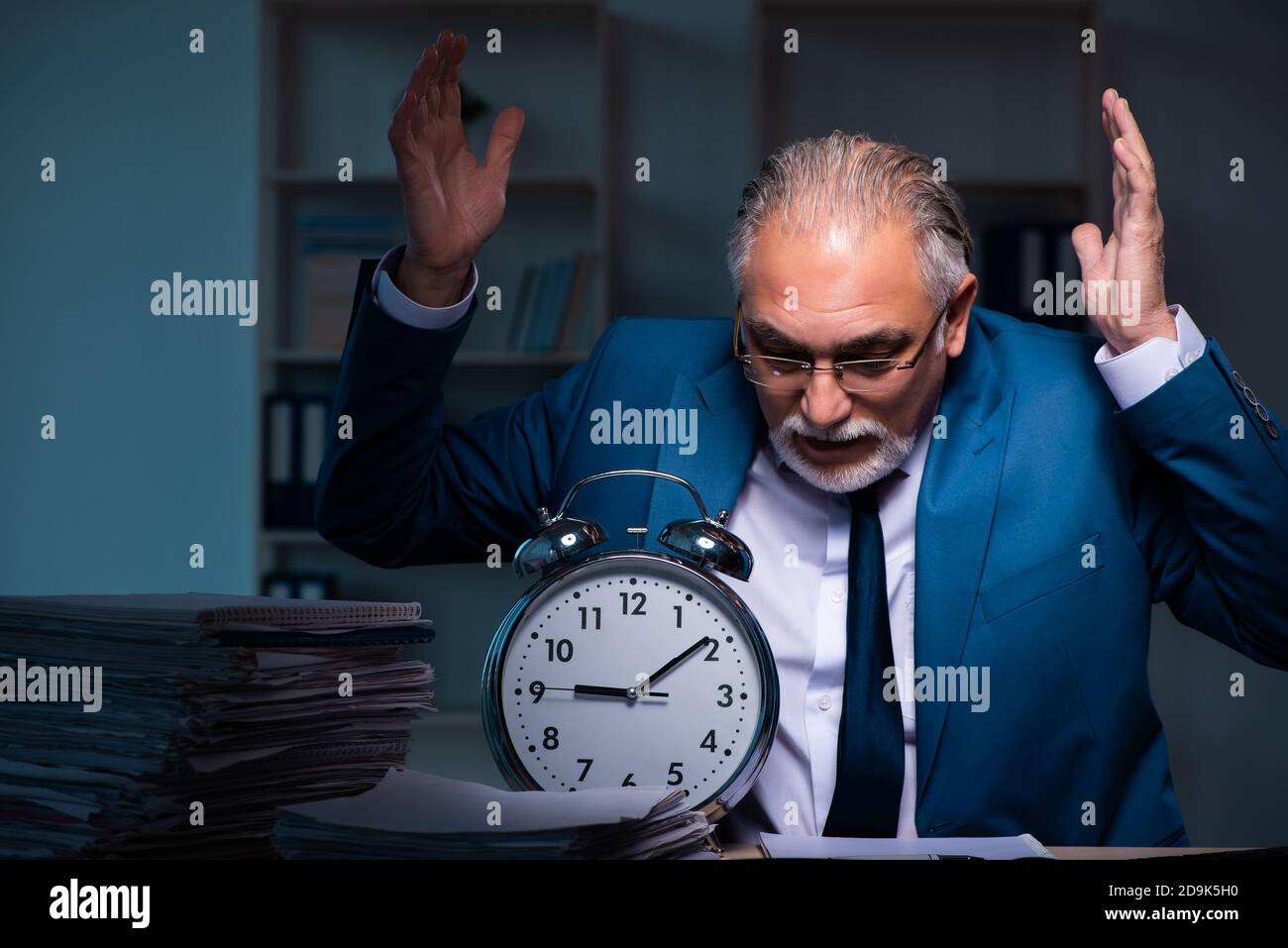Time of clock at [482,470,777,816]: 9:09
